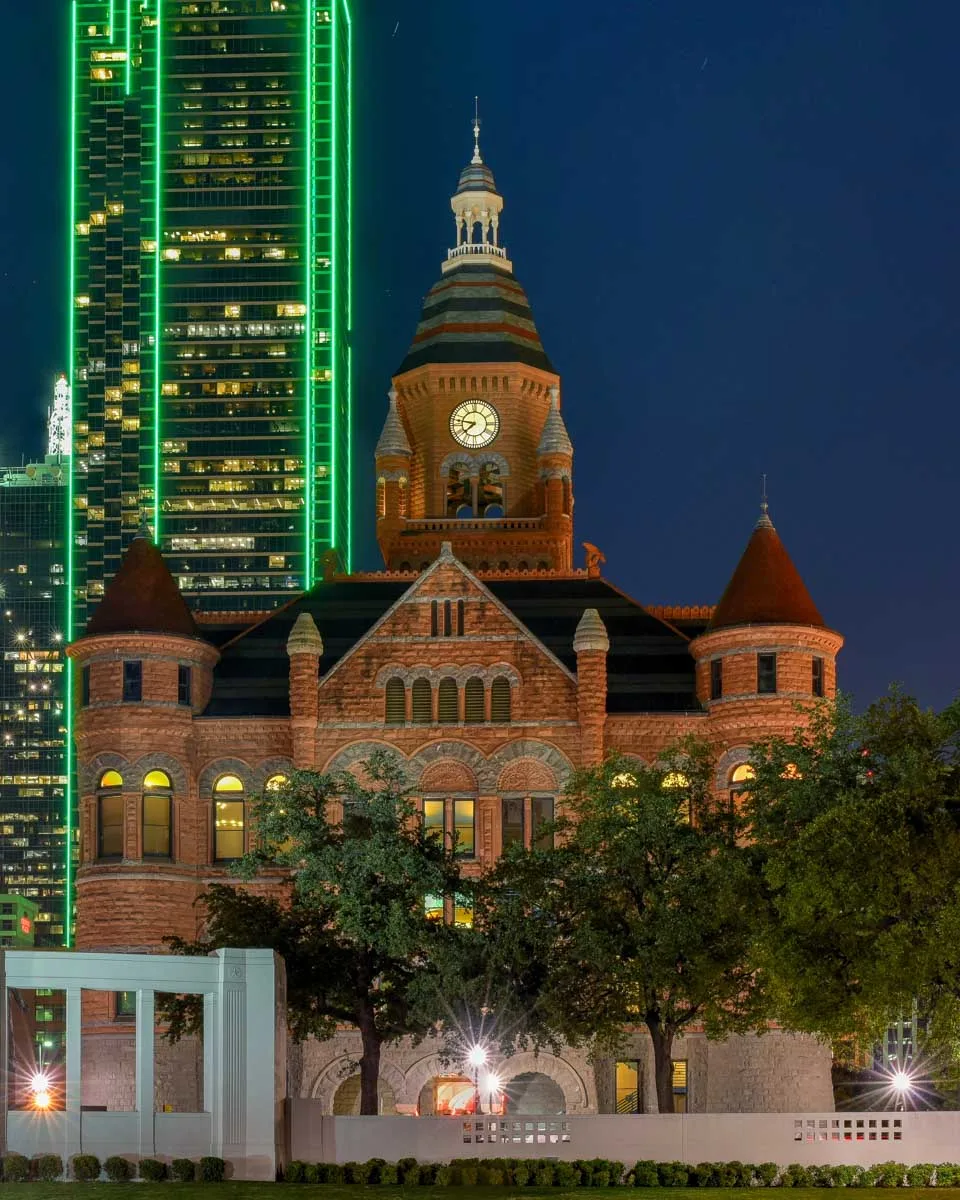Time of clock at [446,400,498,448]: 7:46
